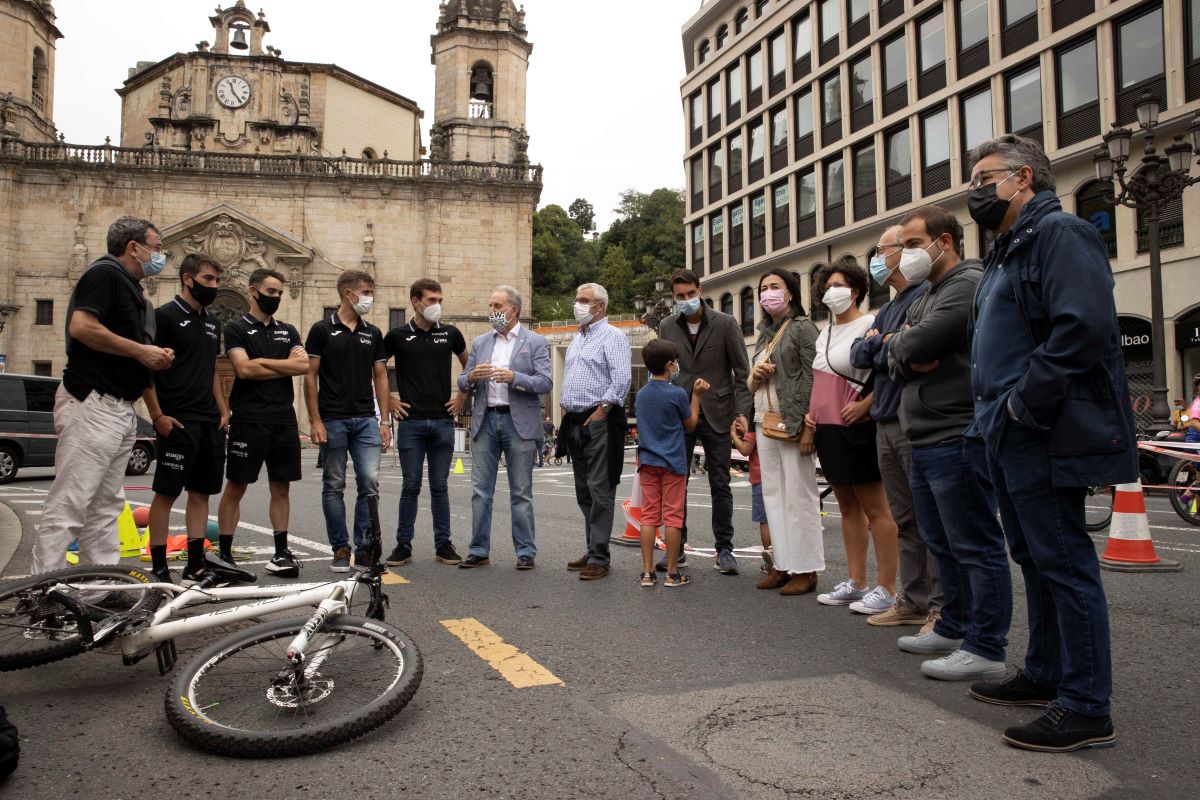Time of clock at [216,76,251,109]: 11:23
